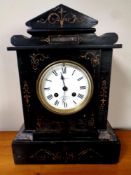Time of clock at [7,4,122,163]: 3:58
